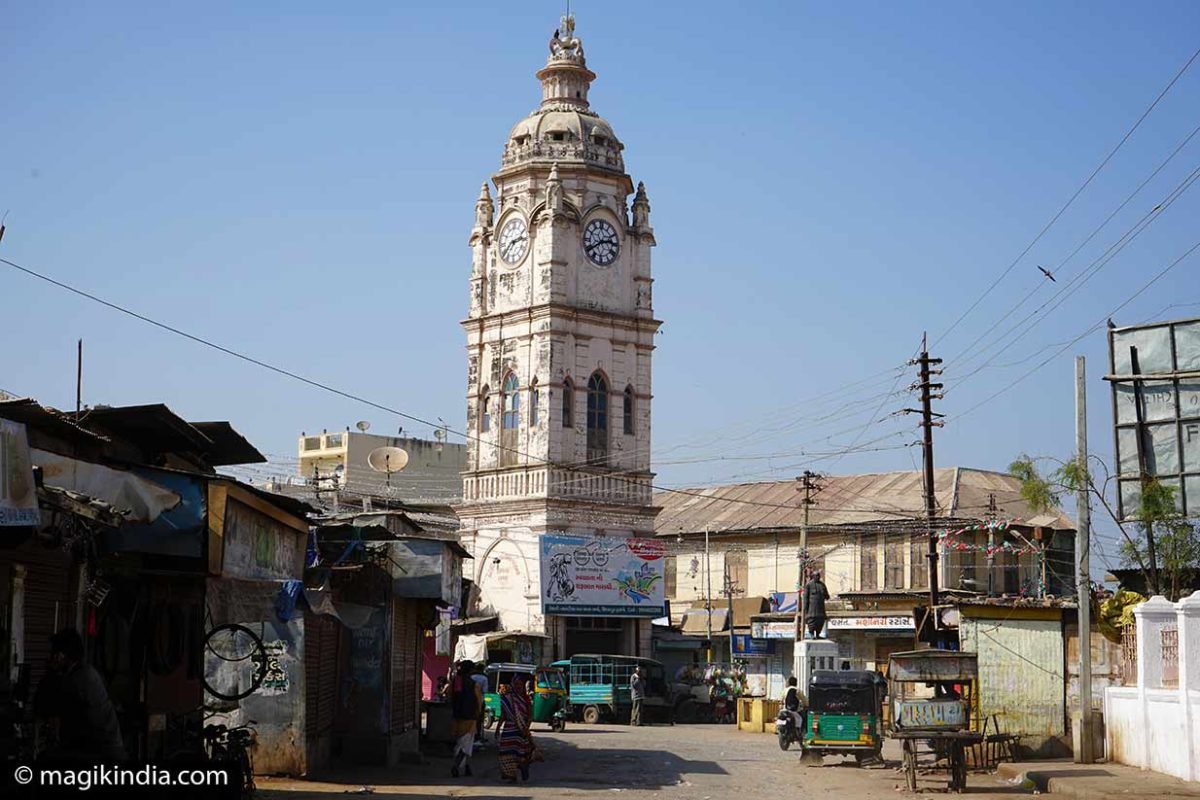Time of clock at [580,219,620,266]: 2:40
